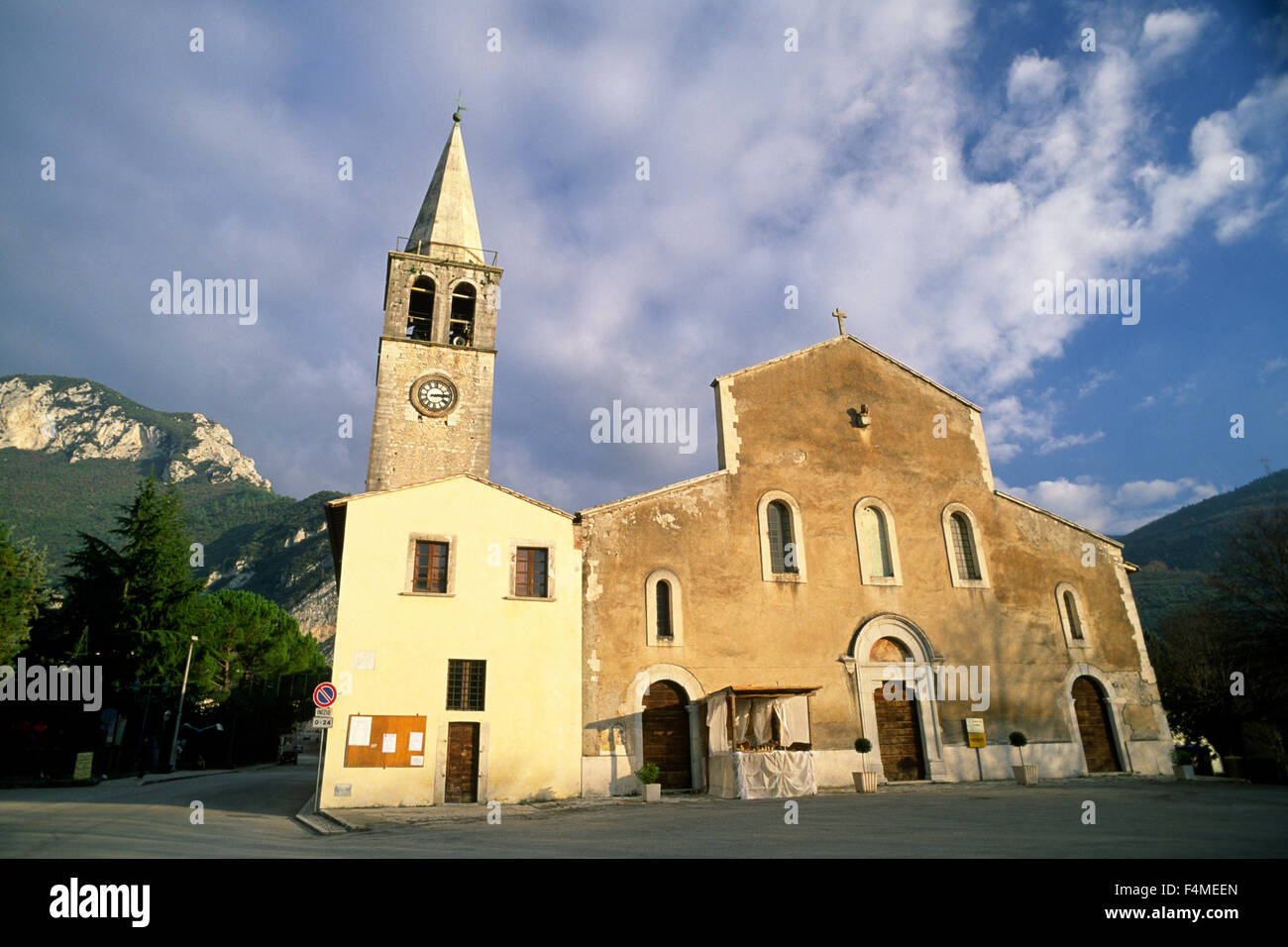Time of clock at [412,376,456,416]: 3:14
